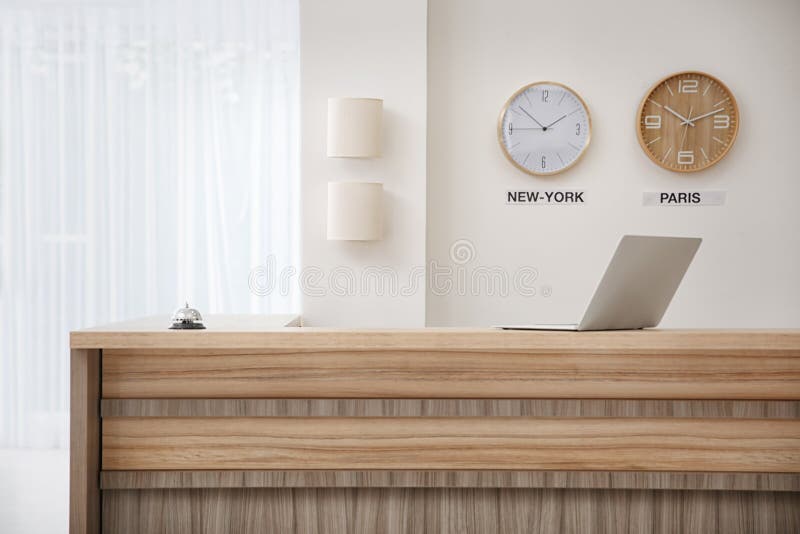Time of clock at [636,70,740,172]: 10:11
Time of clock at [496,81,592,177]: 1:51
